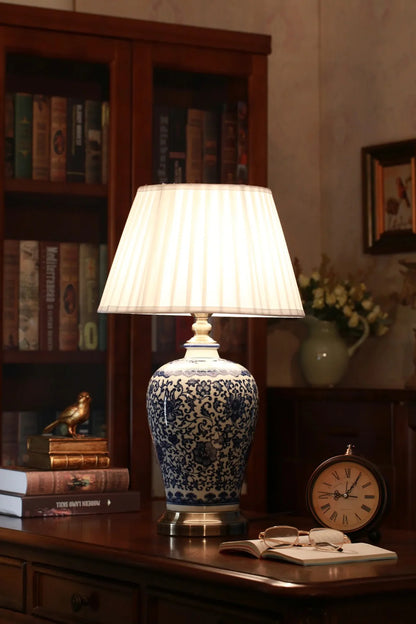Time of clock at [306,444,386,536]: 9:05
